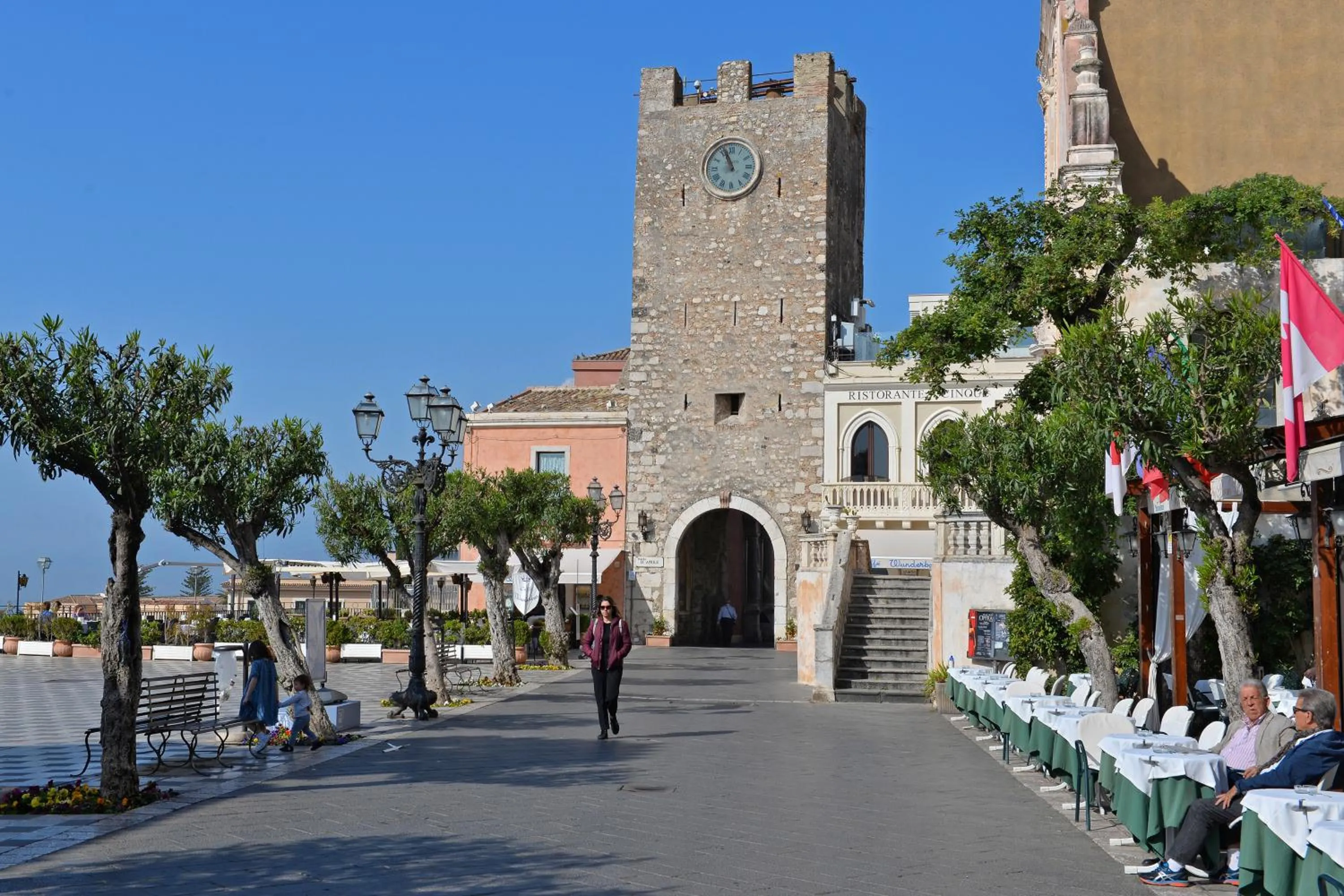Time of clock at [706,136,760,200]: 10:56
